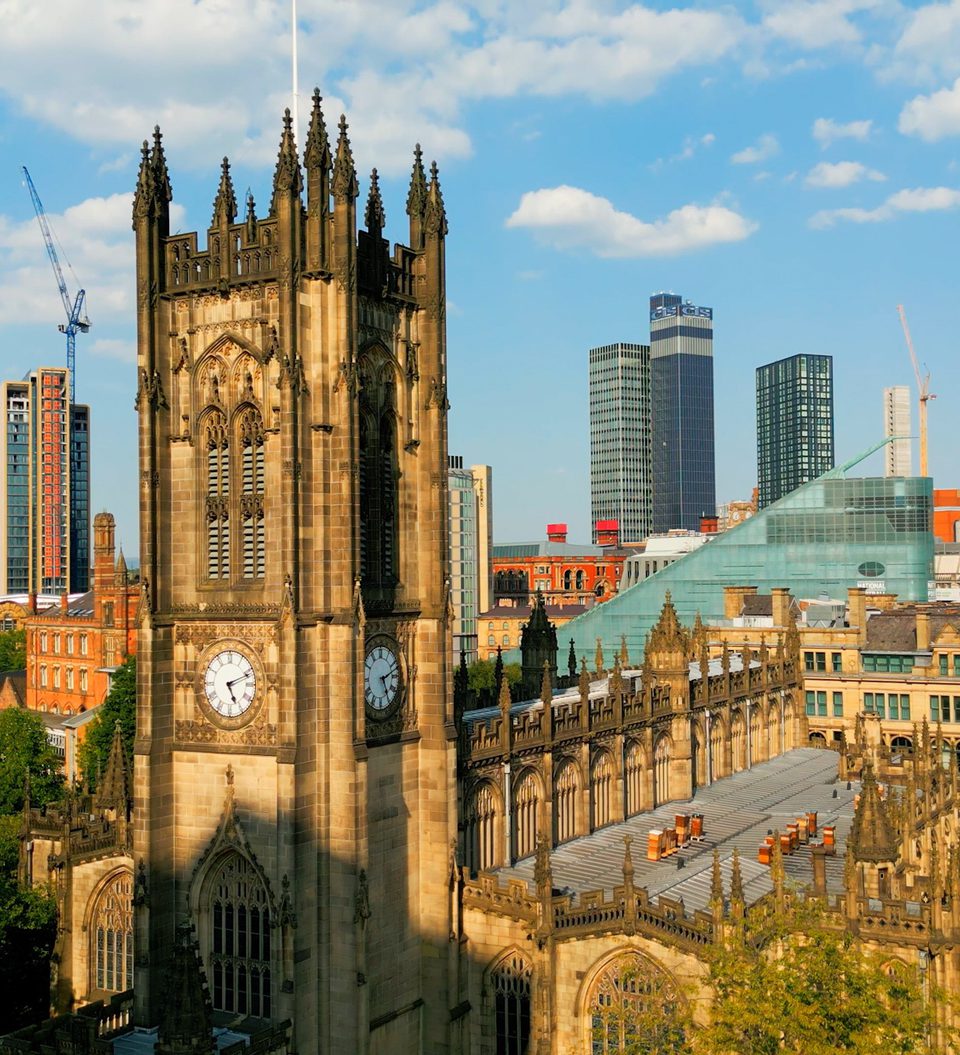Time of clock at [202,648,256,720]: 5:11
